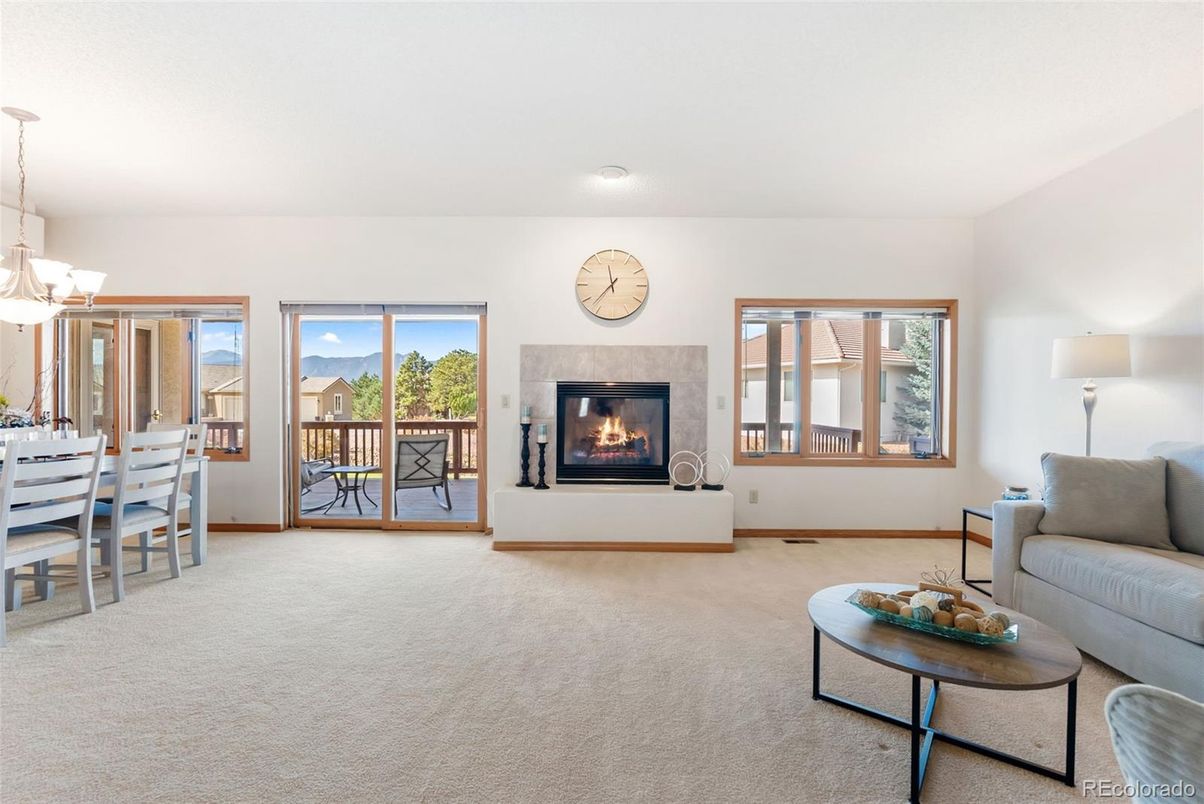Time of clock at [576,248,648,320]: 11:37
